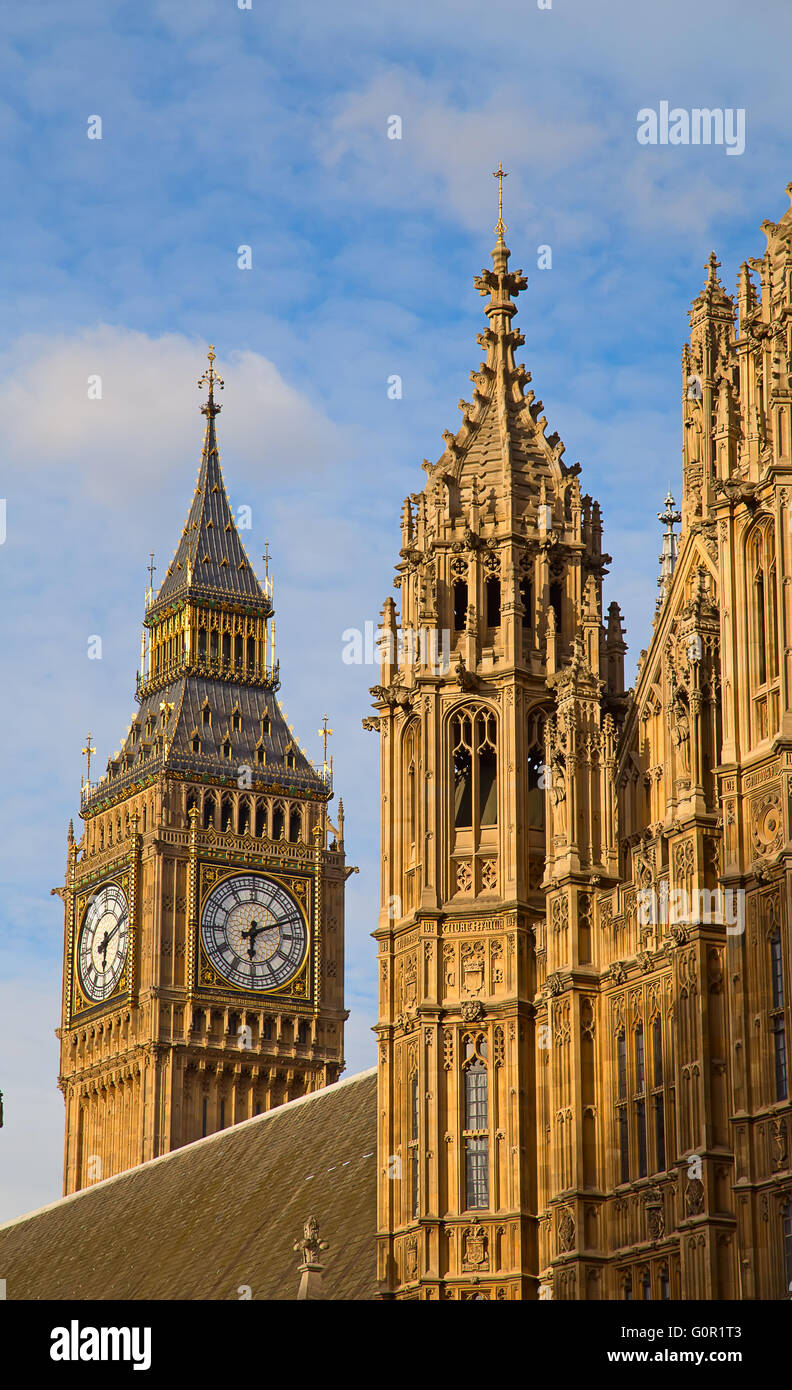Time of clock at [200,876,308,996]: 6:11
